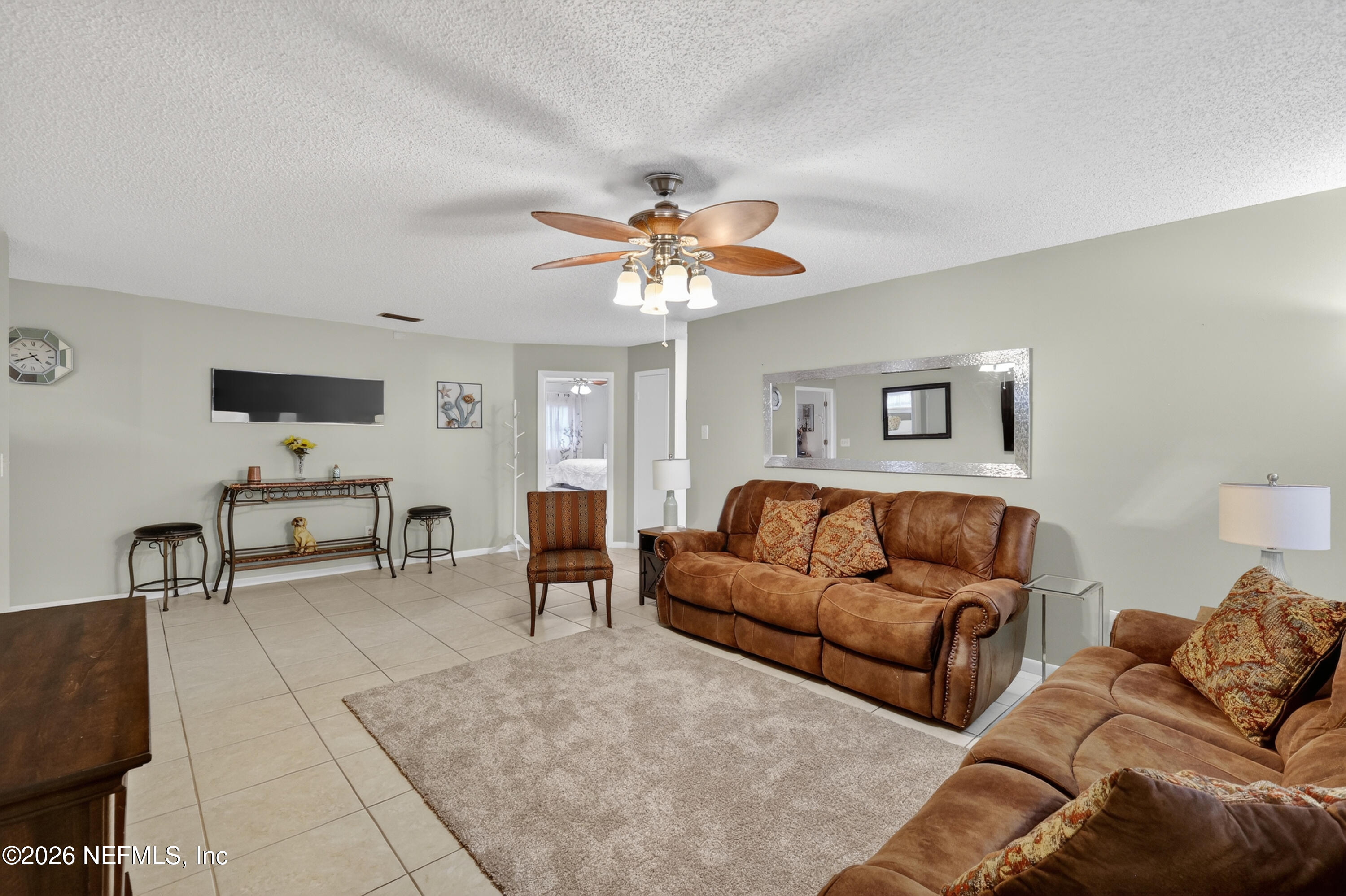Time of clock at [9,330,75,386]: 4:40
